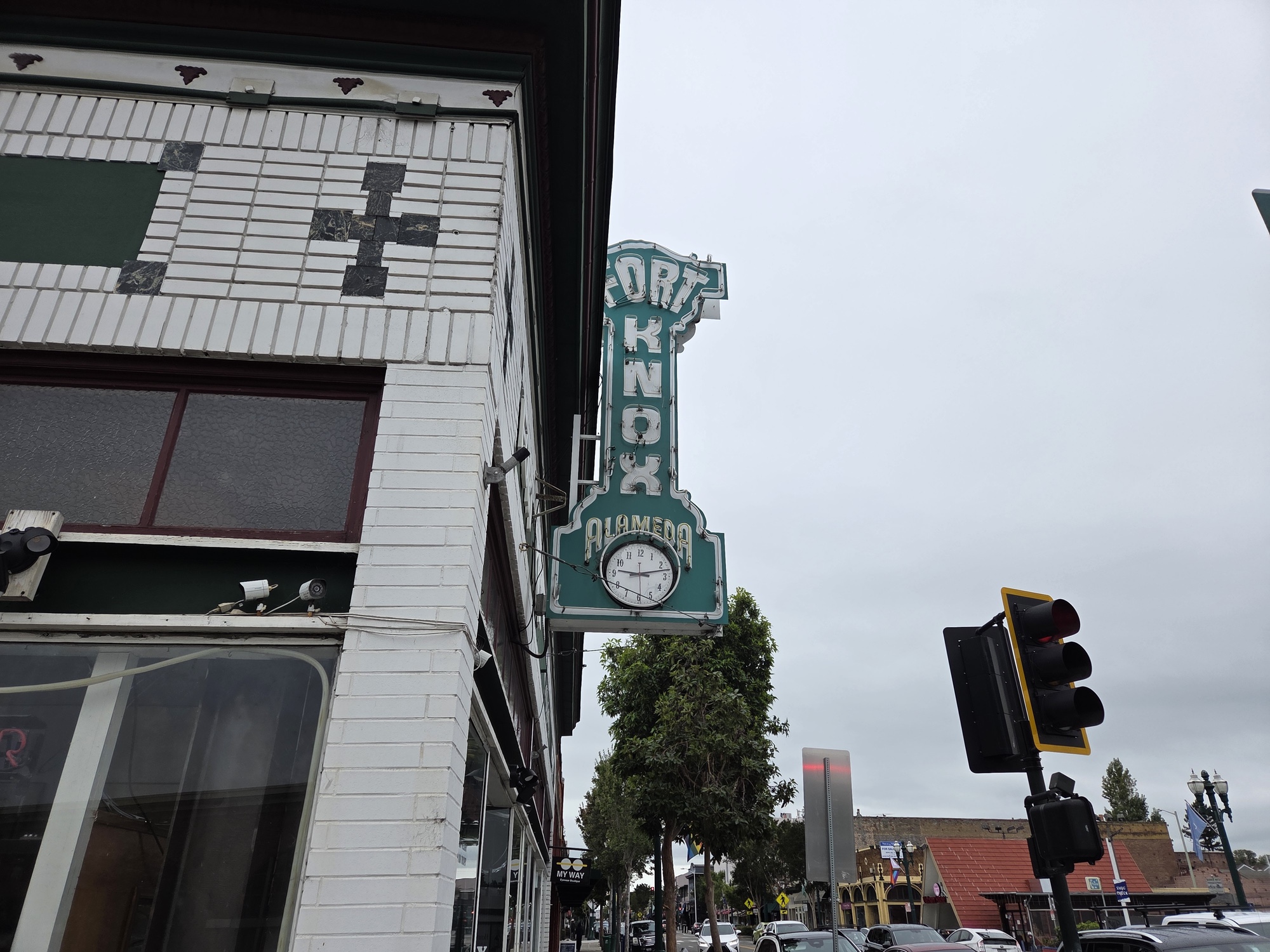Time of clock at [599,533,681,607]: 9:12
